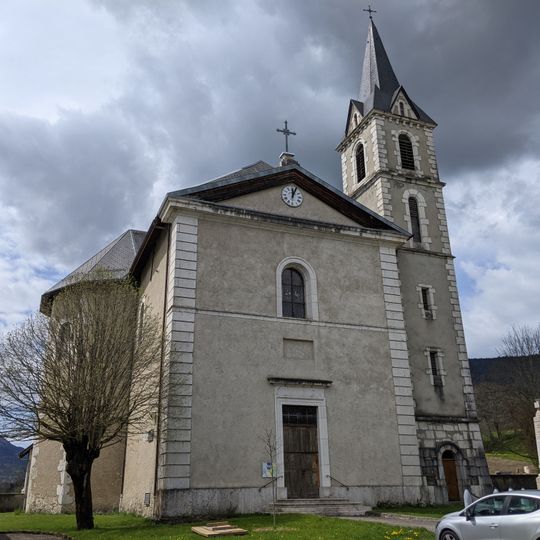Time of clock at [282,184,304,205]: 12:04
